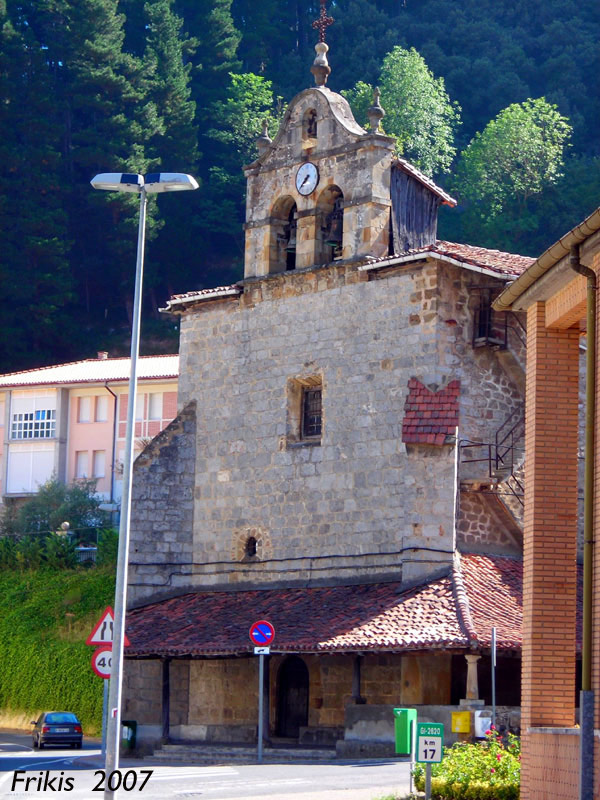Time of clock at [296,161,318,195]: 7:37
